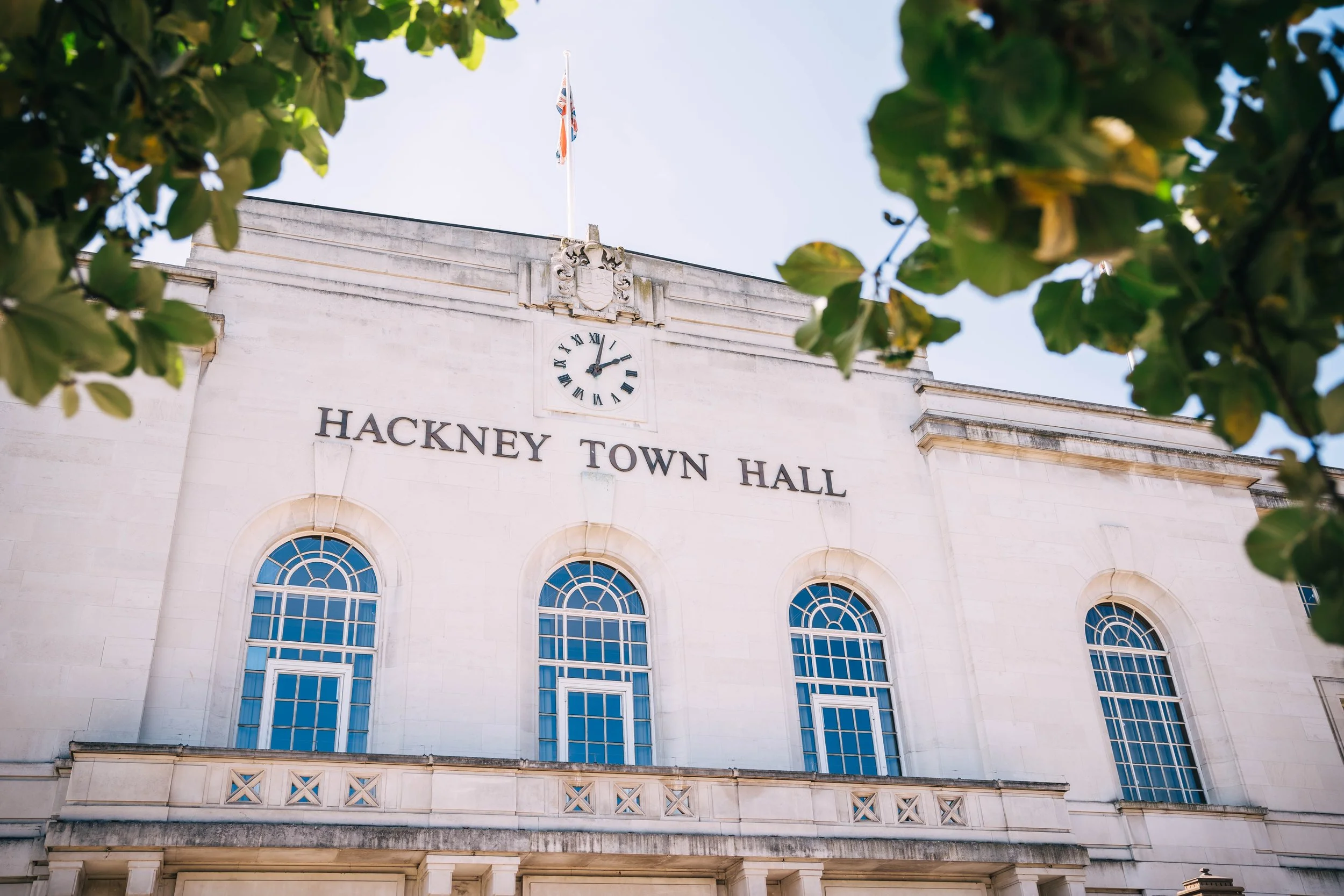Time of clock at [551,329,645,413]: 2:02
